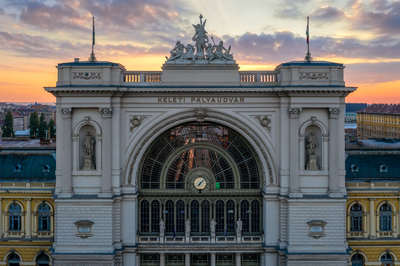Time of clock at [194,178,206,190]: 7:08
